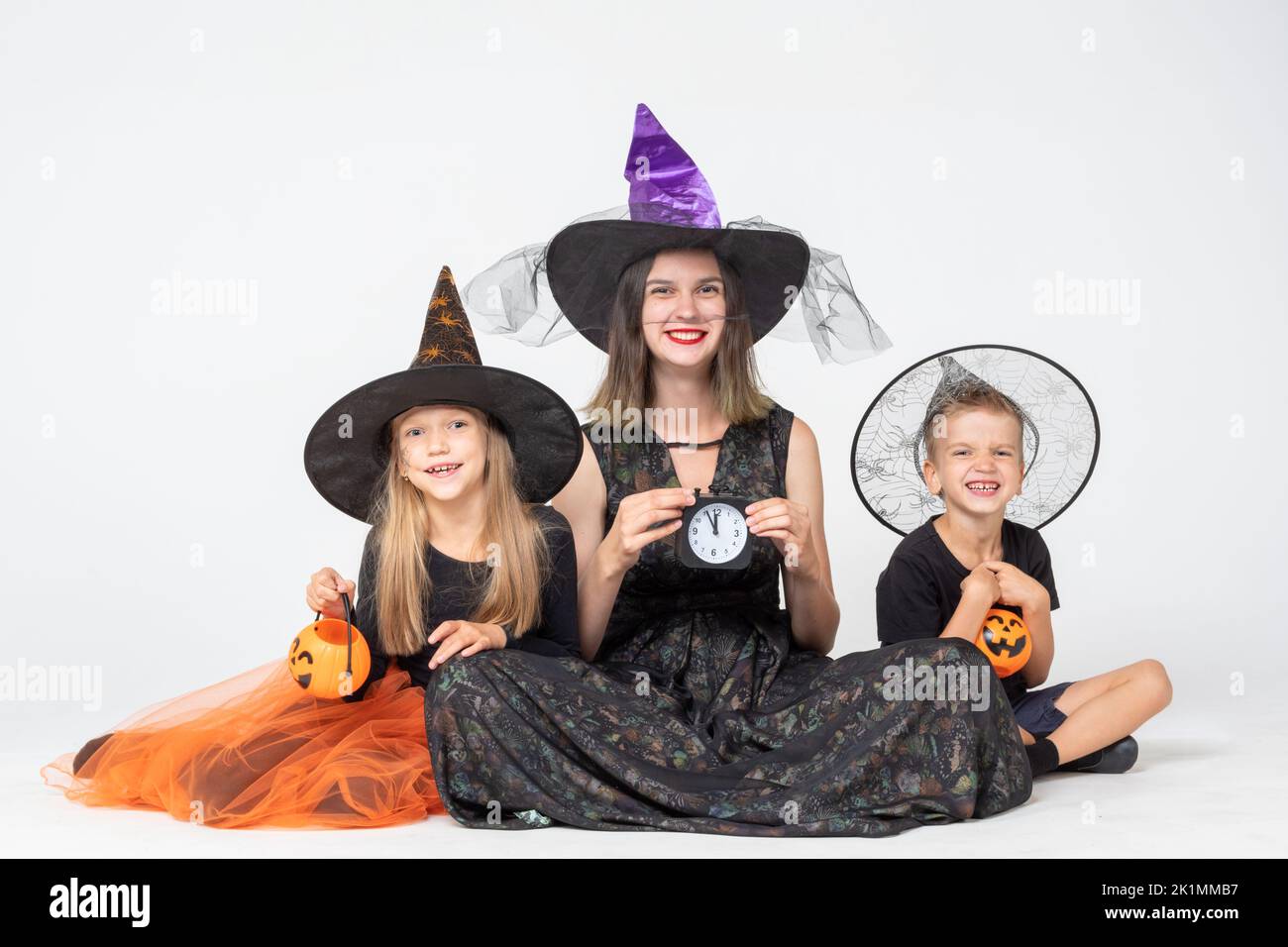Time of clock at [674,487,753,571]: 11:55
